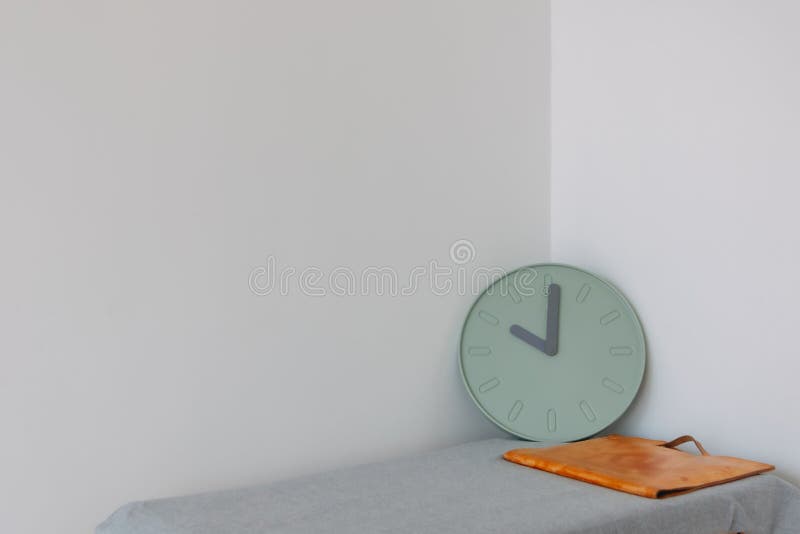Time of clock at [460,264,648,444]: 10:00
